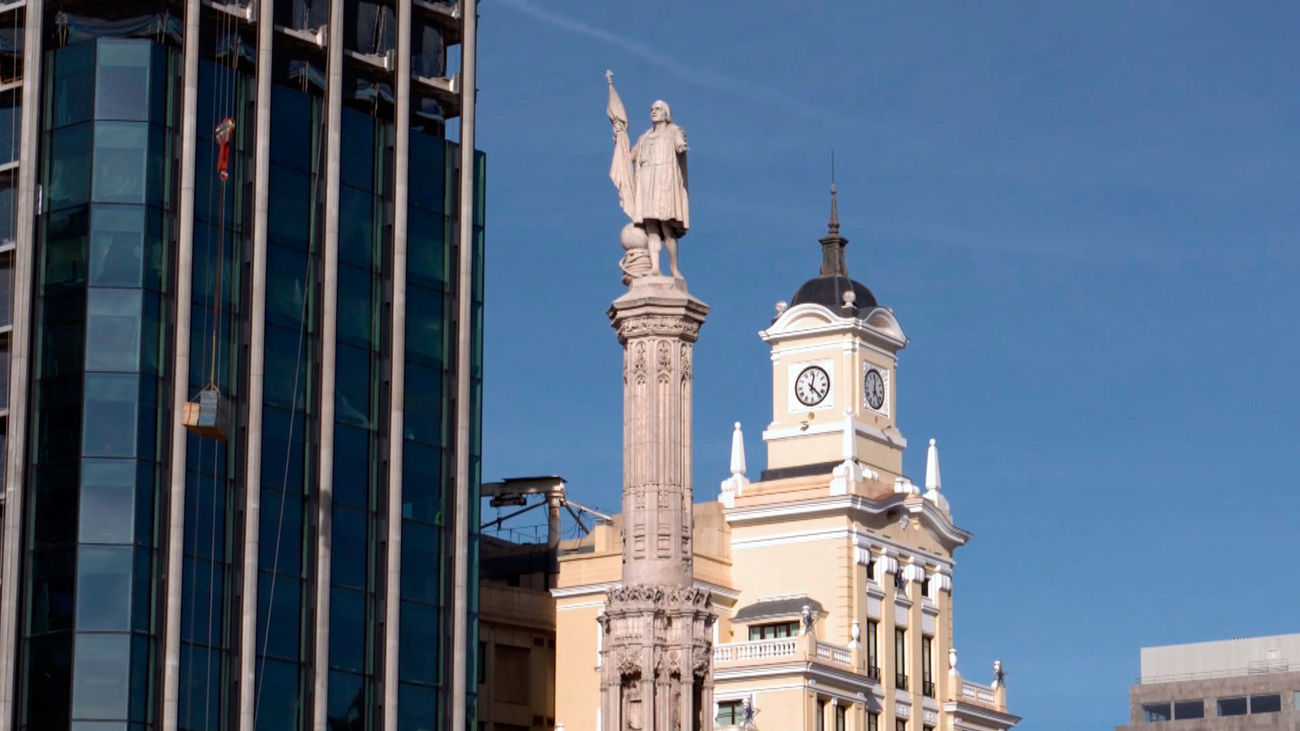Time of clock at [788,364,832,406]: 12:23
